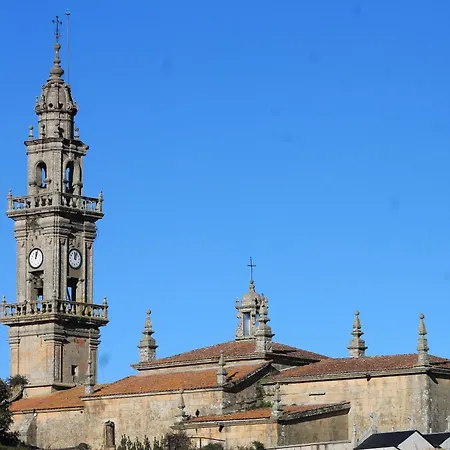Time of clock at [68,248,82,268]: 12:04
